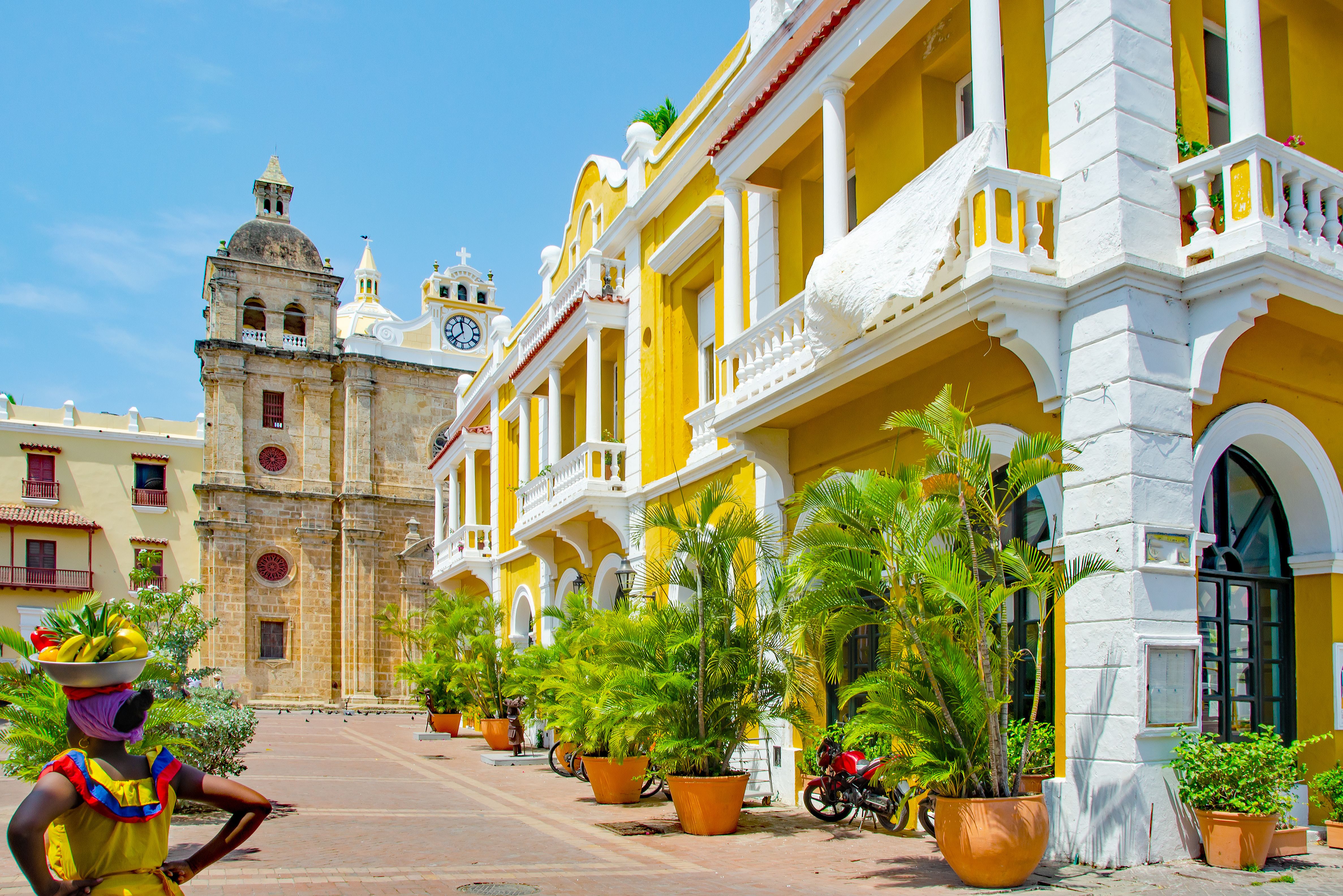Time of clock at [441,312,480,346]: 11:37
